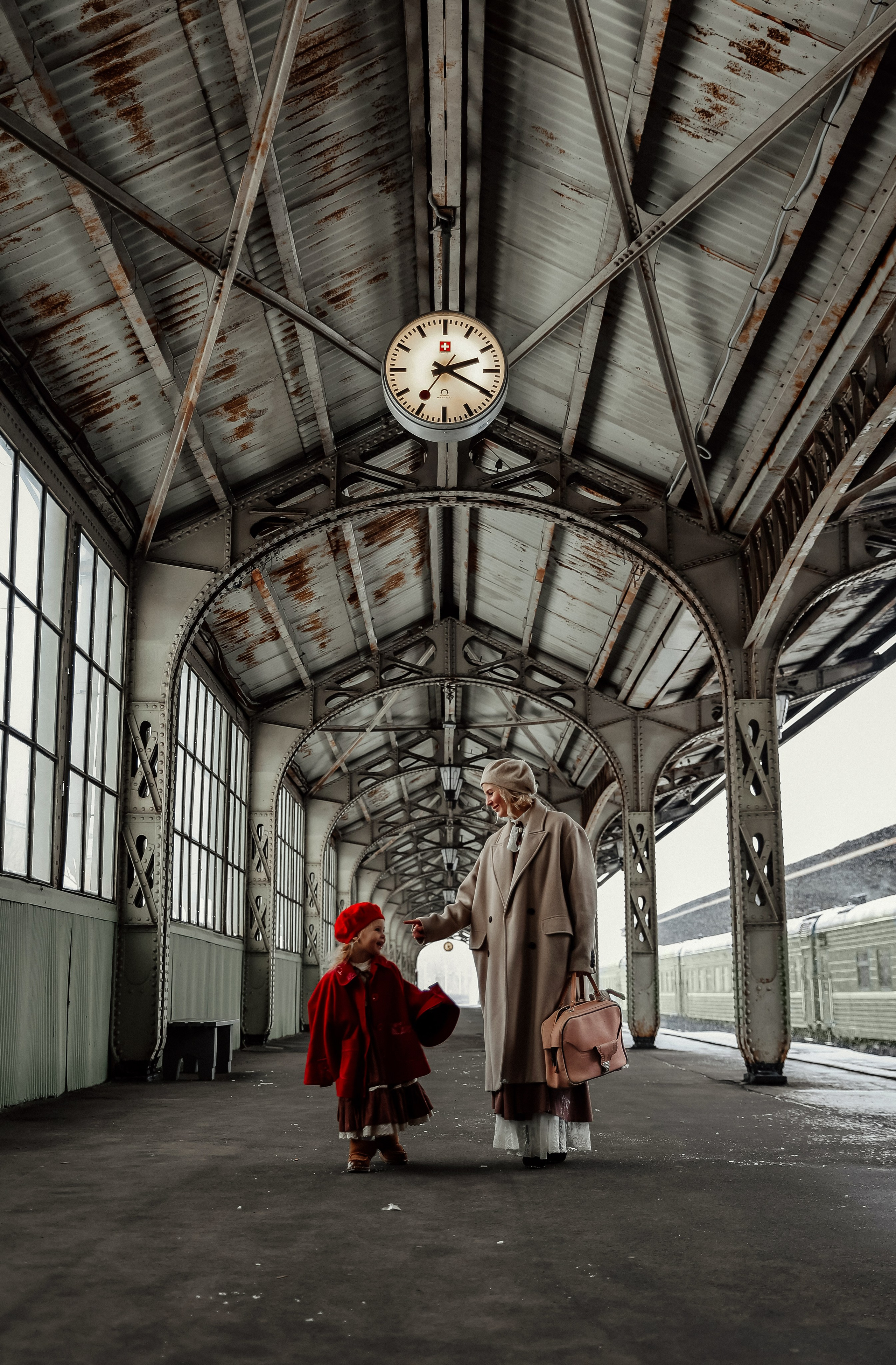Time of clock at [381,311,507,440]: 2:19
